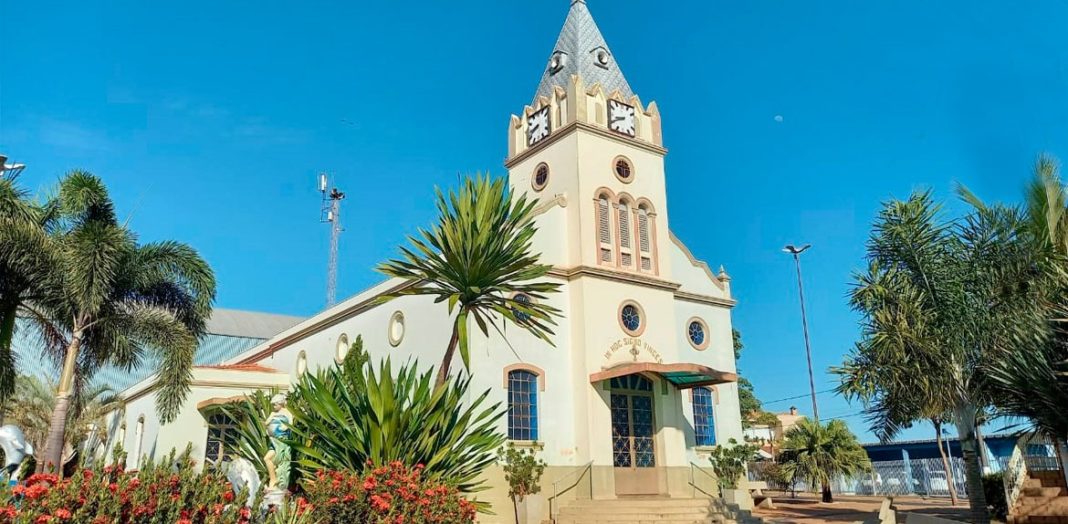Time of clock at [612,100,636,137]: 8:40
